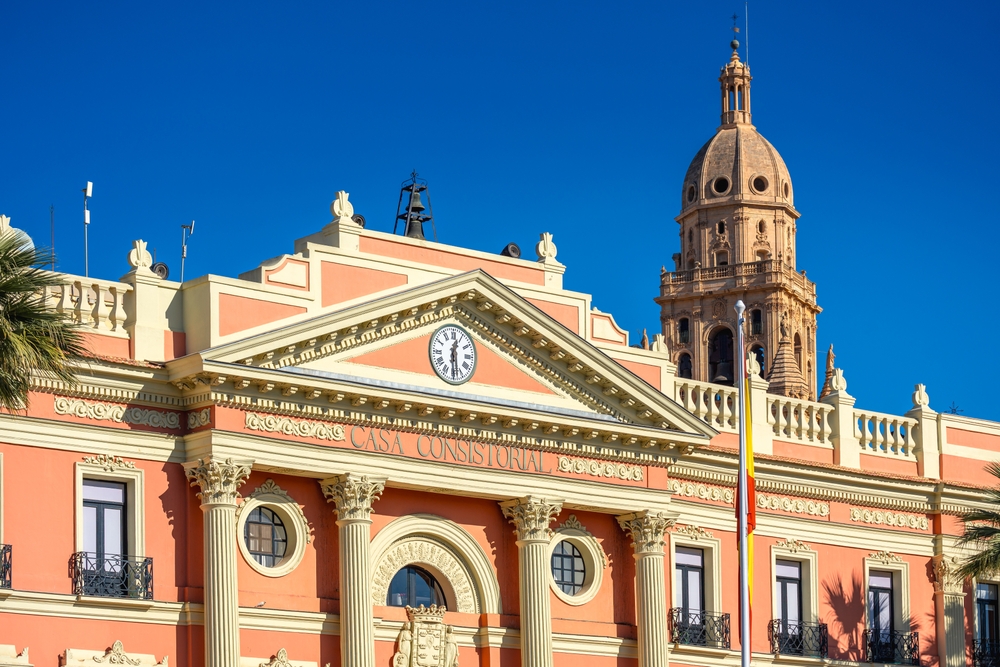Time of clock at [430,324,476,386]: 12:29
